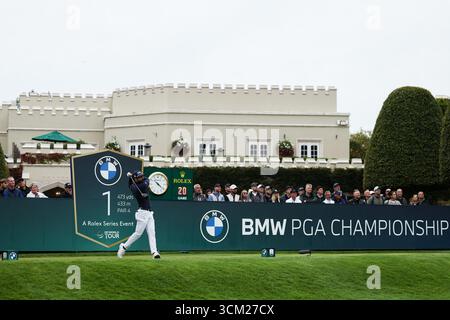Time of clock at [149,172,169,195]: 4:21
